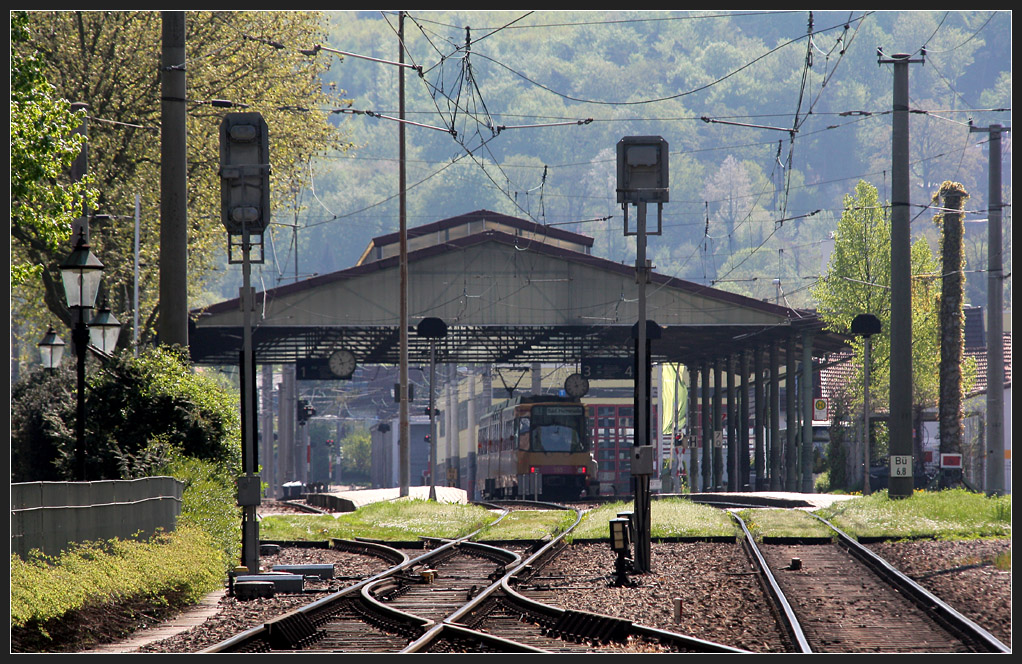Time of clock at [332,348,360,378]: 11:12
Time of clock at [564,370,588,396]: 11:12
